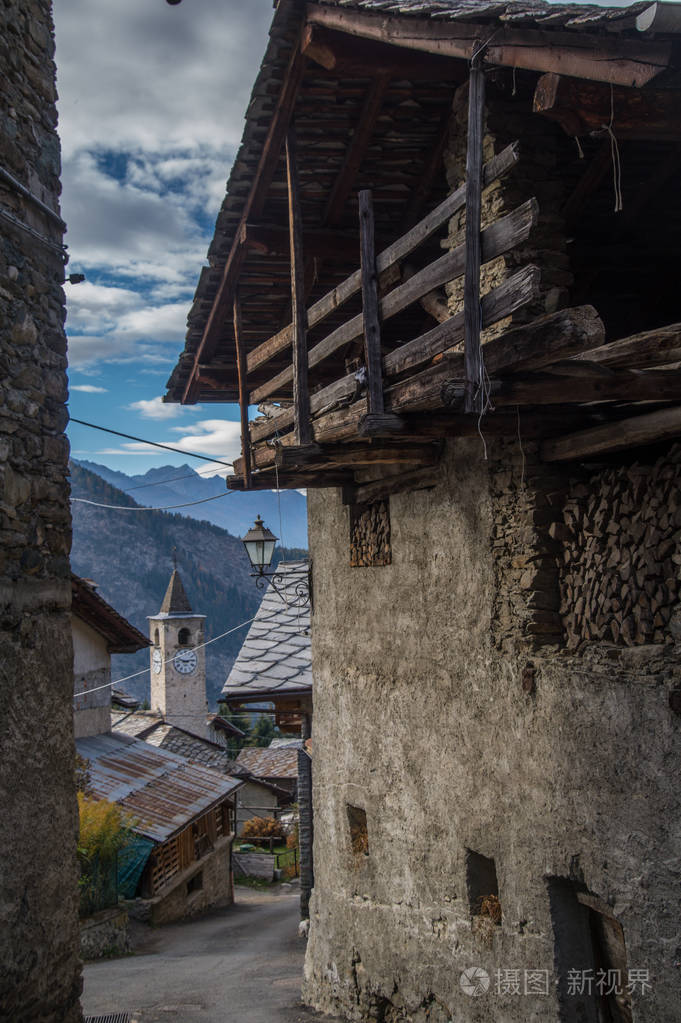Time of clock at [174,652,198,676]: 2:48
